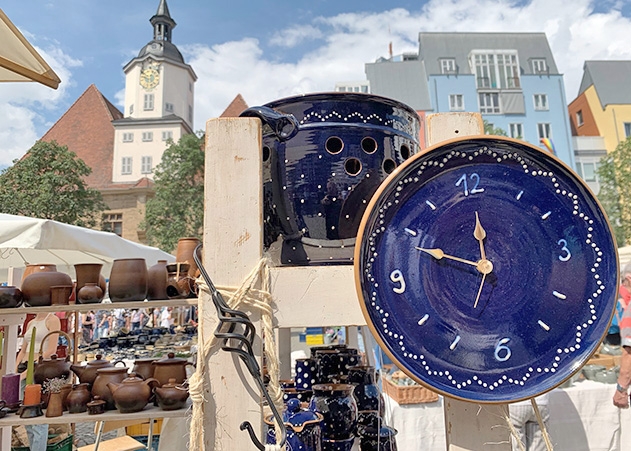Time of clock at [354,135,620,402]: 11:48
